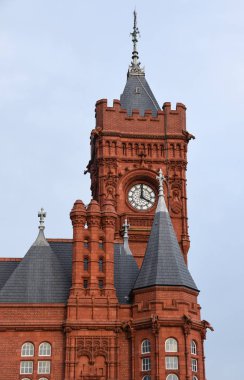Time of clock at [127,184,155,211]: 4:00
